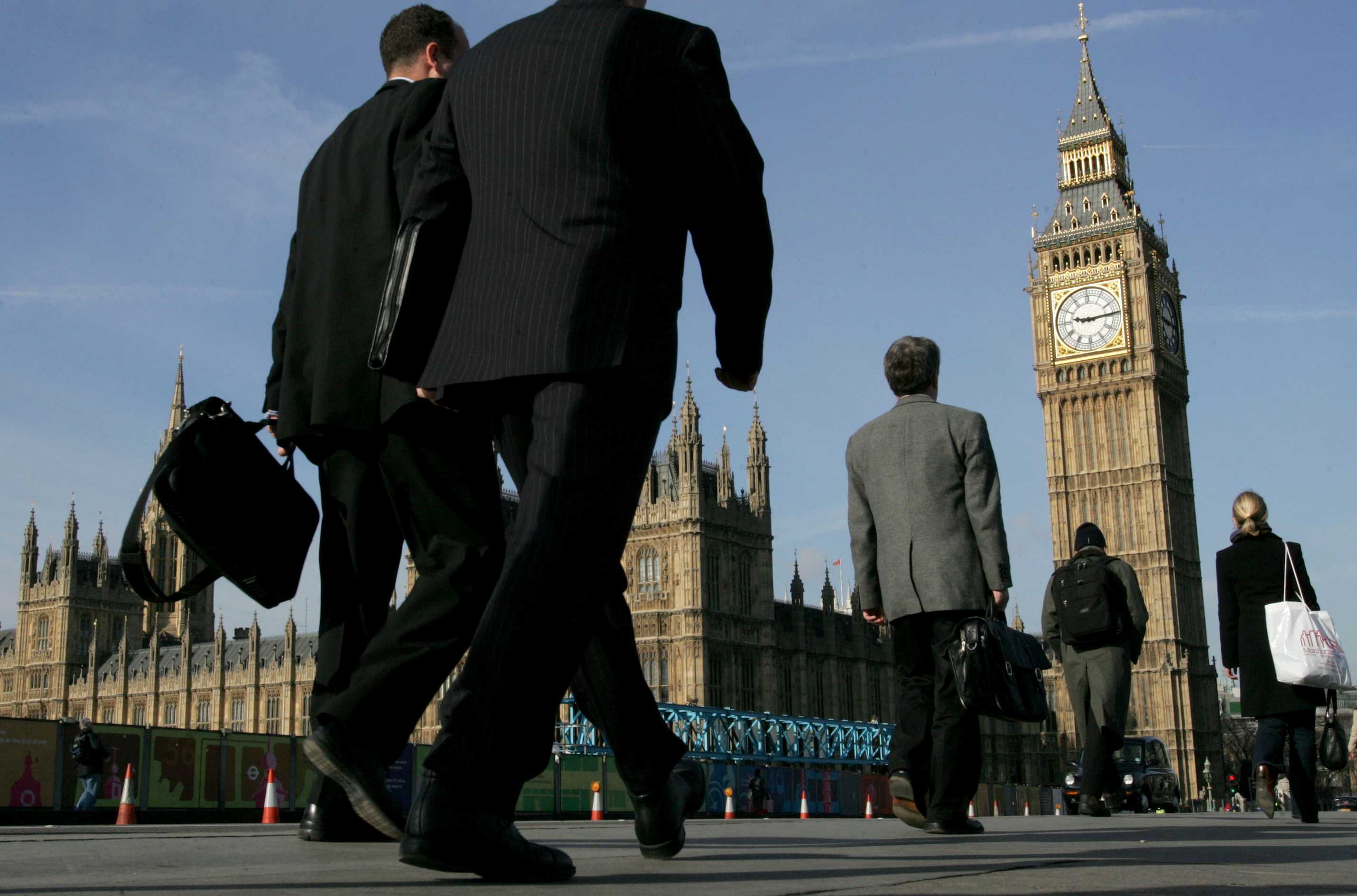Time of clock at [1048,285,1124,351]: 9:14
